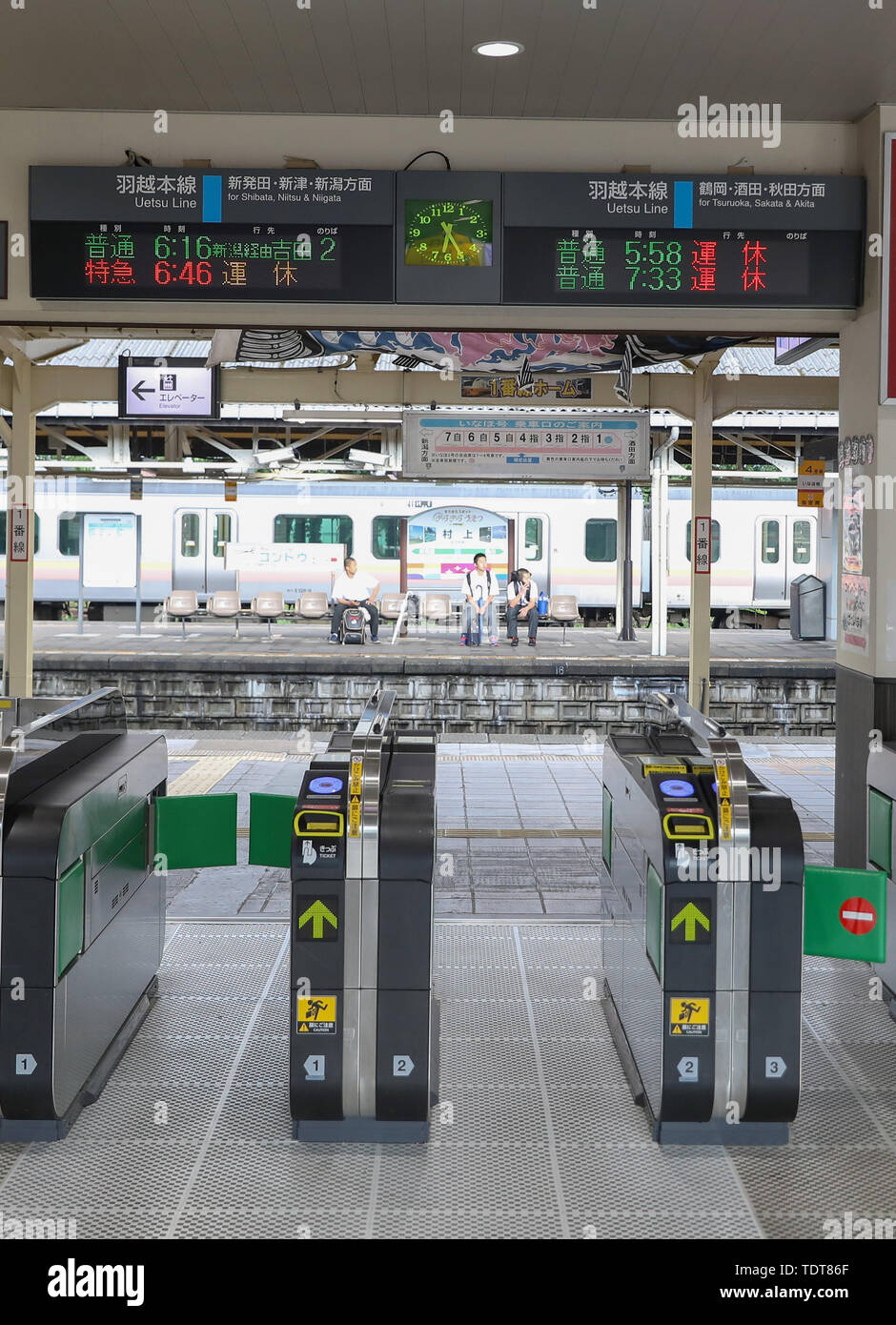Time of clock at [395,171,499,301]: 6:25
